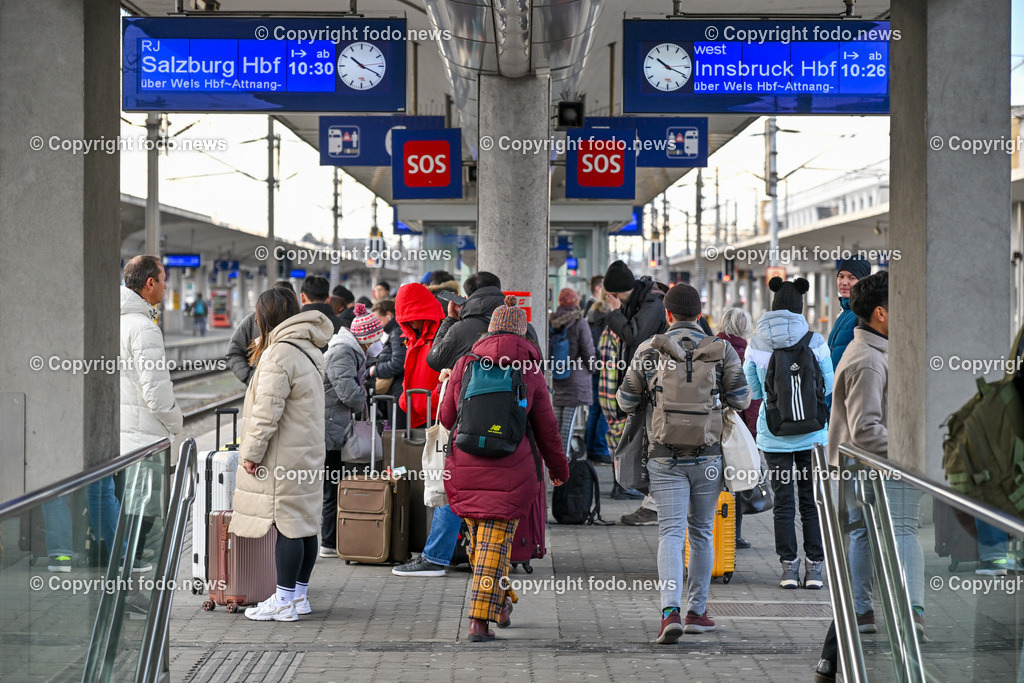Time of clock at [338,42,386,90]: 10:19
